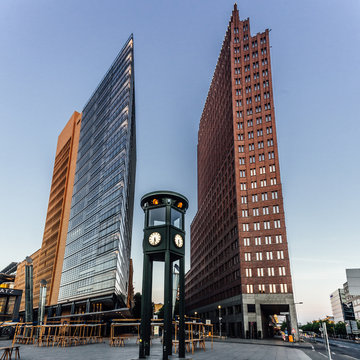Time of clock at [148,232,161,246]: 5:31
